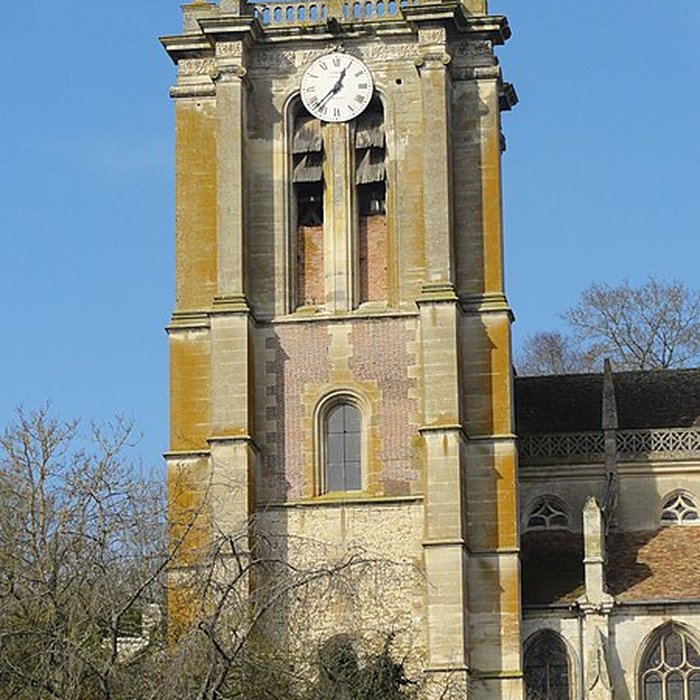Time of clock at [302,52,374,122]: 12:37
